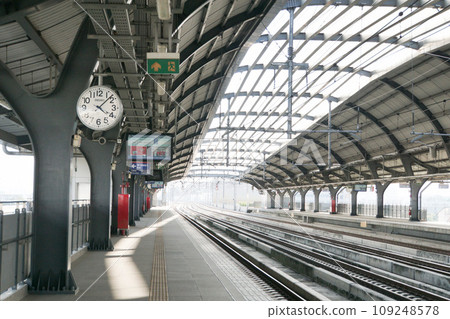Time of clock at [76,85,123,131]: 4:07
